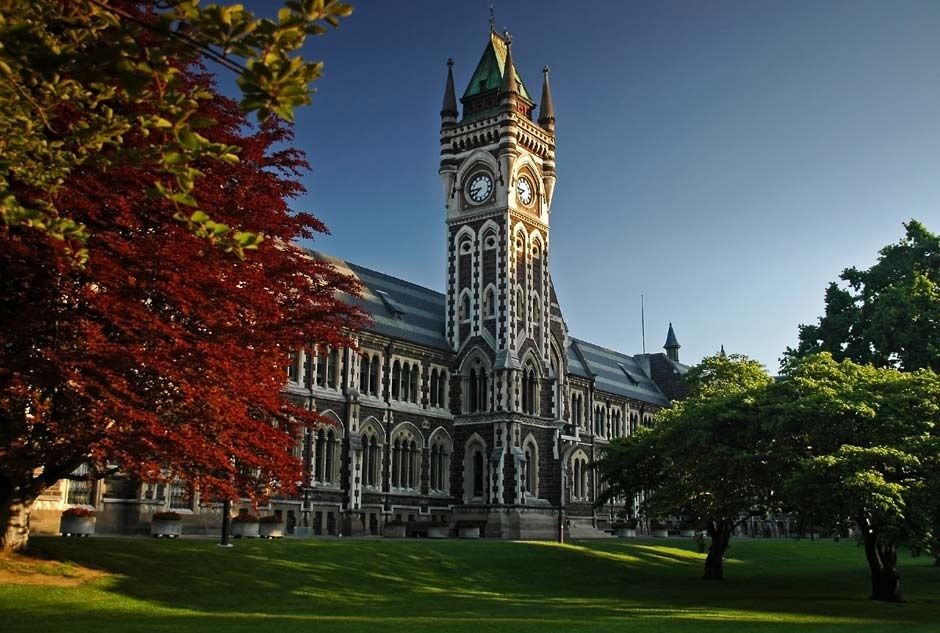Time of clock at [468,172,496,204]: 7:44
